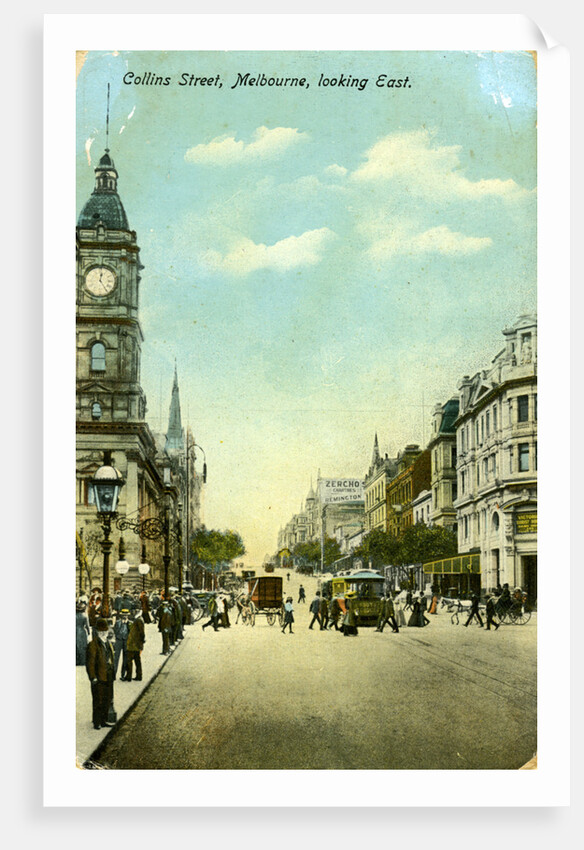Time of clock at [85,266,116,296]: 12:24
